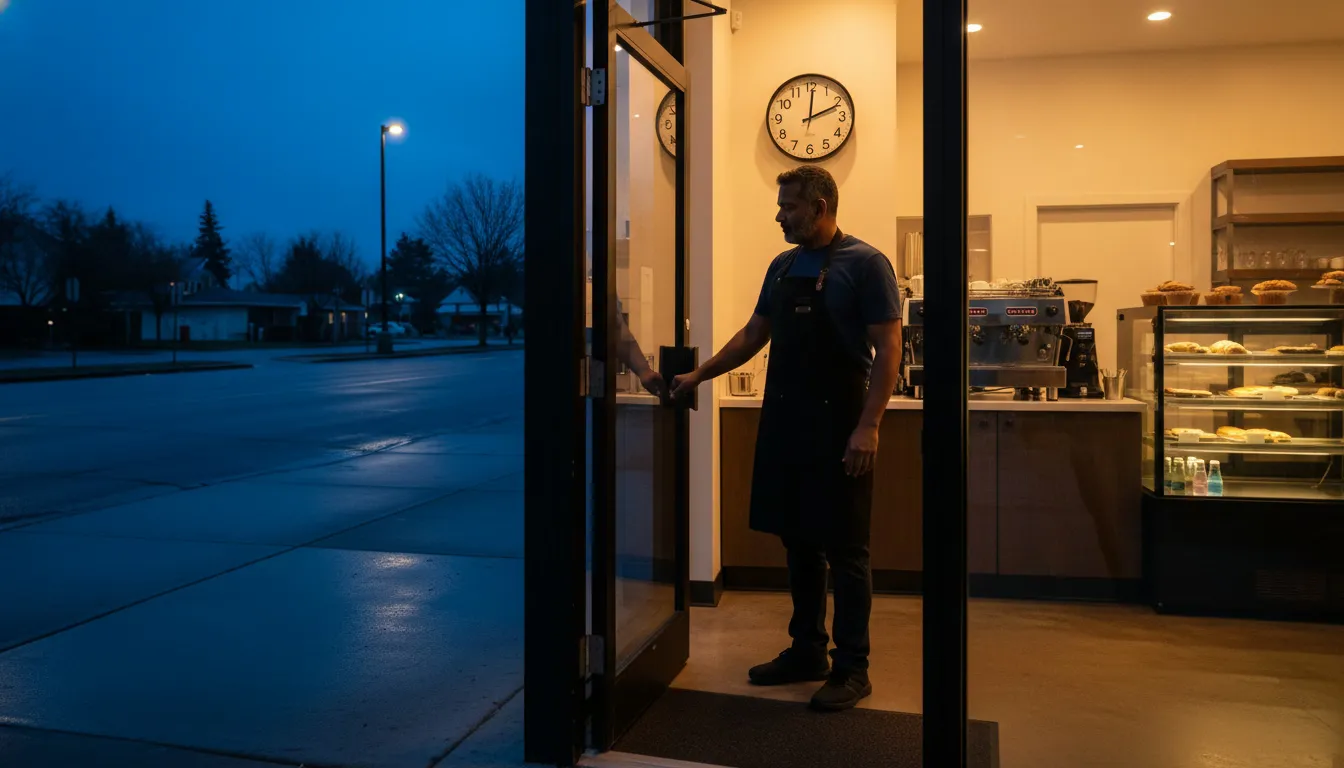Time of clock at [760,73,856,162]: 2:00
